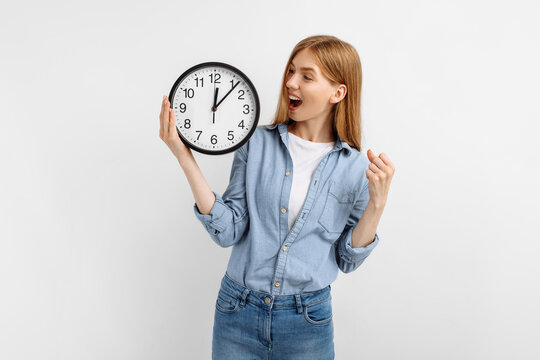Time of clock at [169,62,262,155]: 12:06
